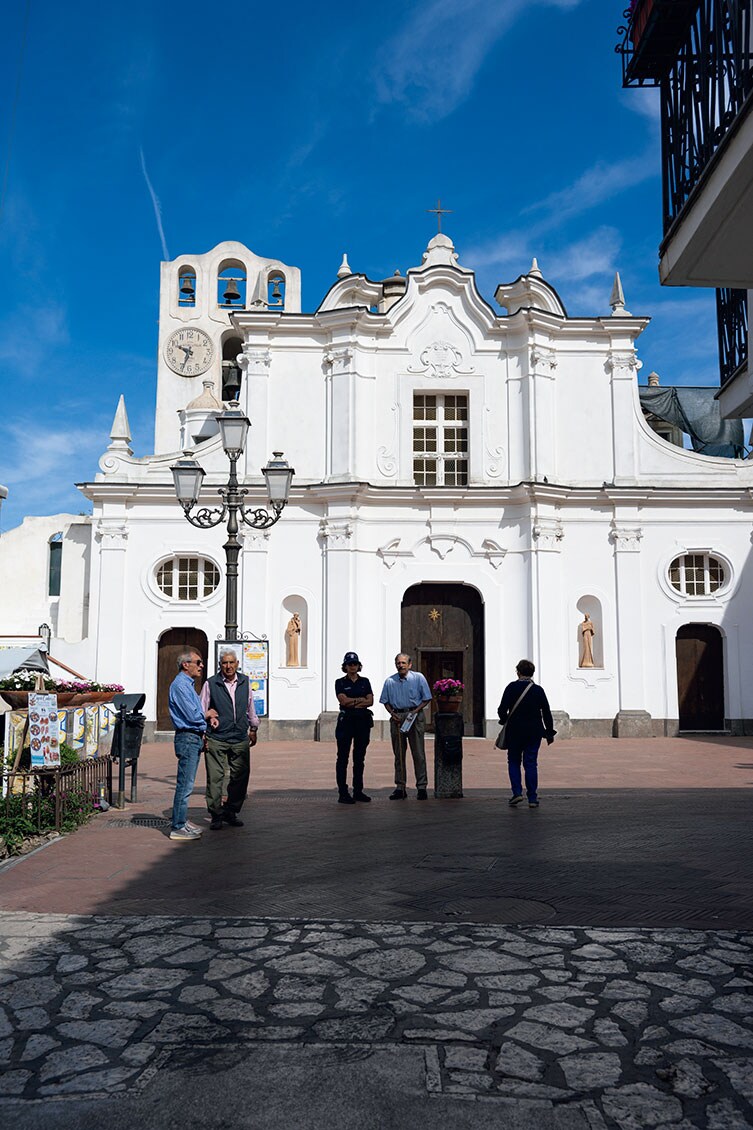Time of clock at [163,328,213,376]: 9:33
